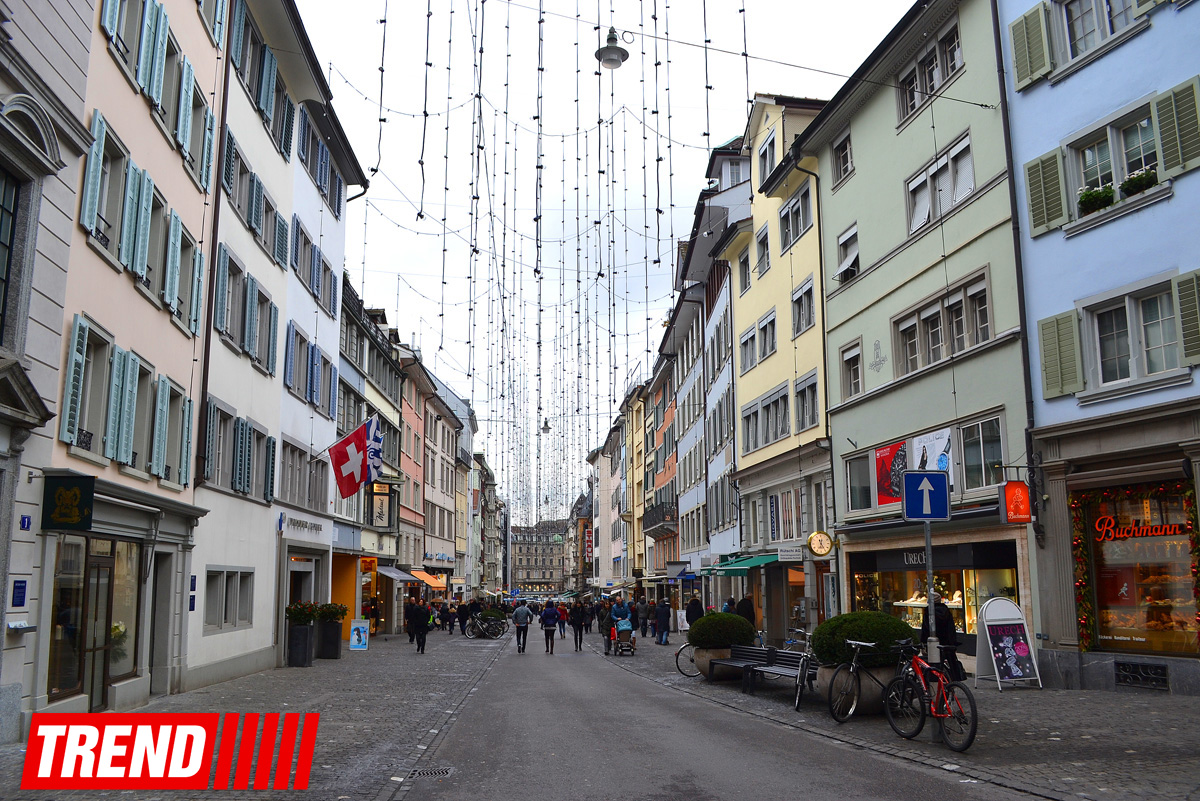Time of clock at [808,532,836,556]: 12:24
